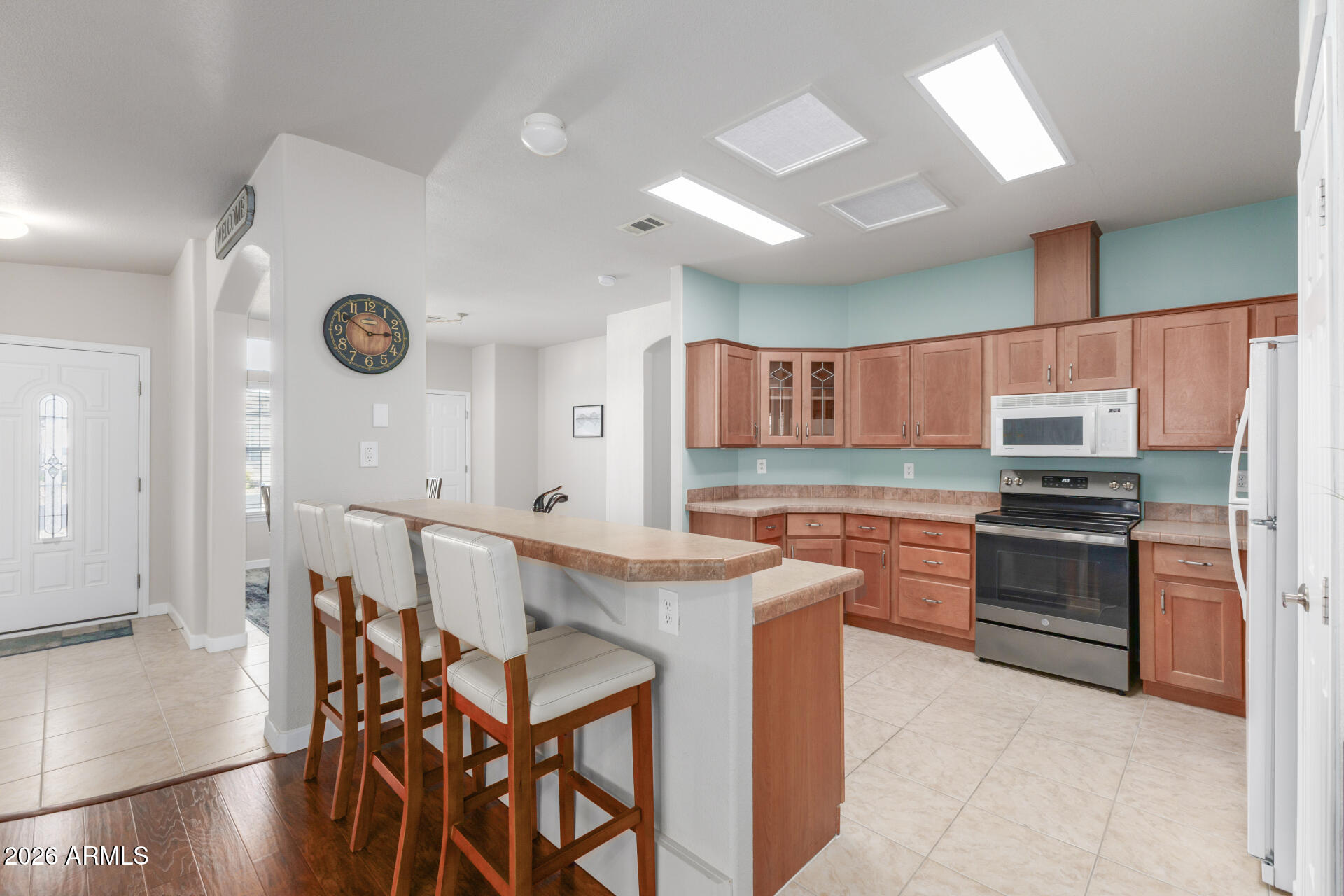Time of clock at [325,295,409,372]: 2:50
